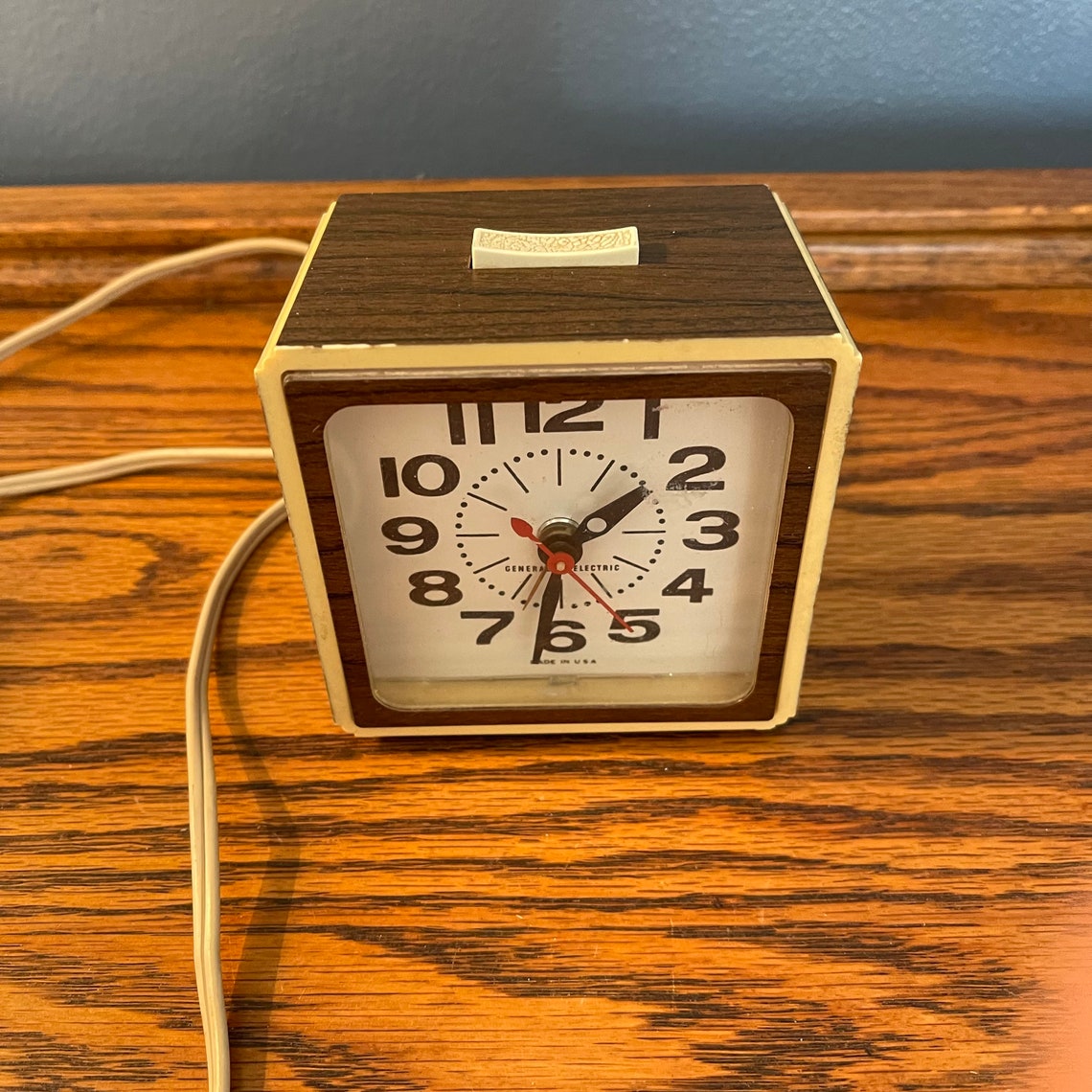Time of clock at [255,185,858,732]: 1:31
